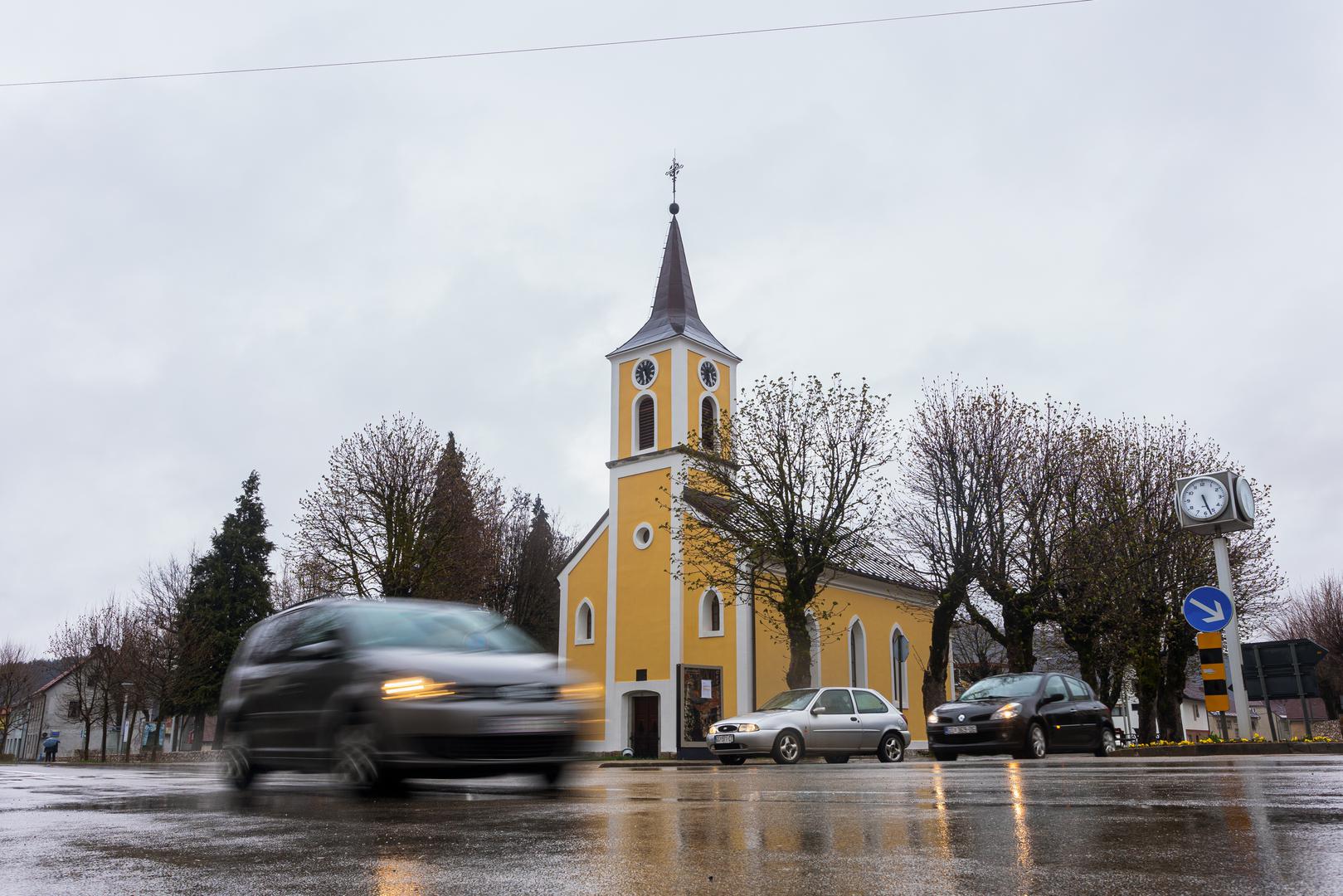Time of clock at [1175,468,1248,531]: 5:26
